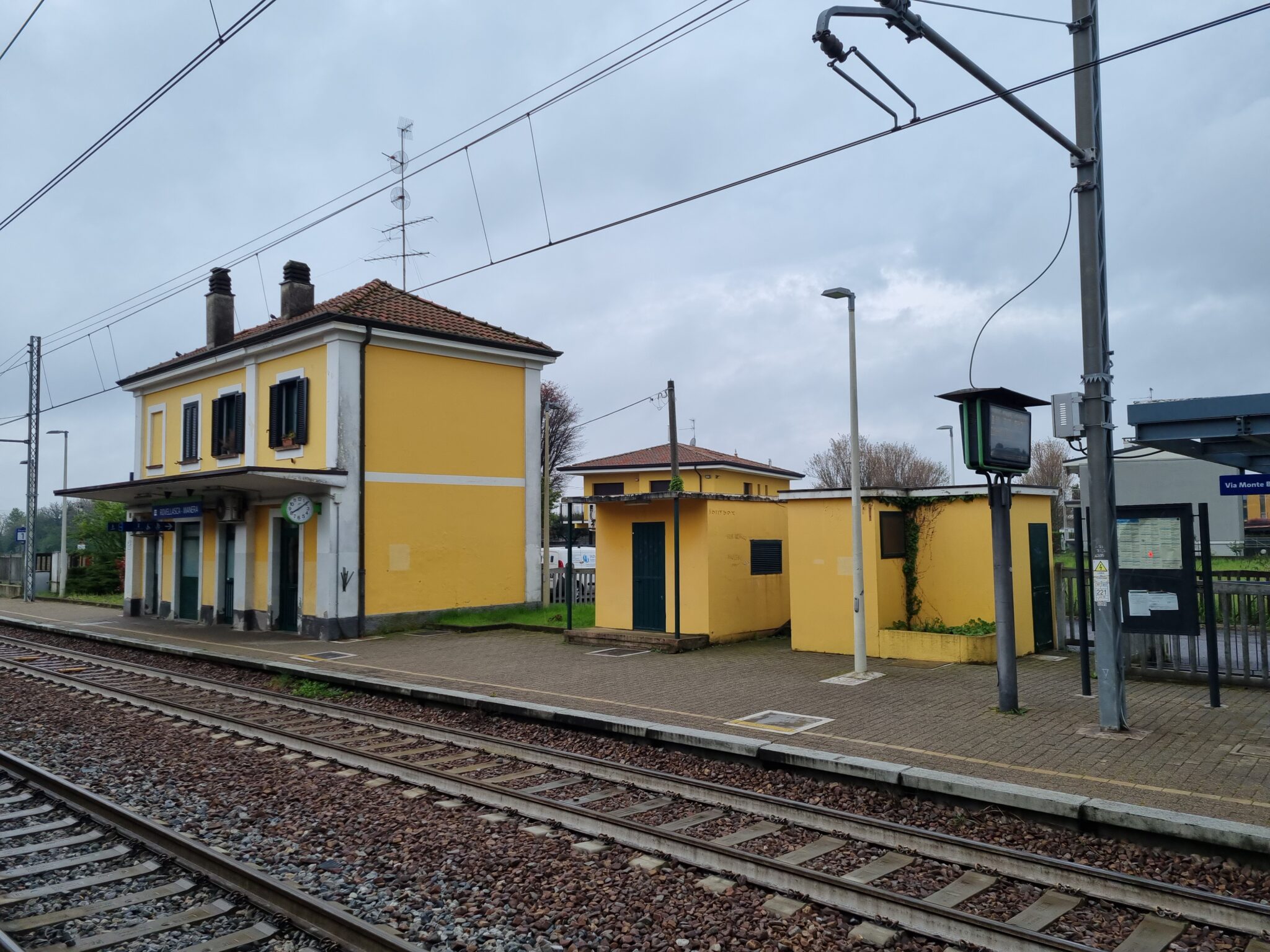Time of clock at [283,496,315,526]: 8:09
